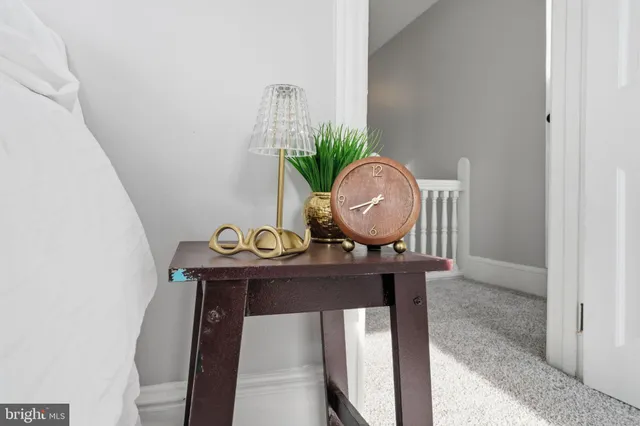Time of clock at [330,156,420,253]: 7:41
